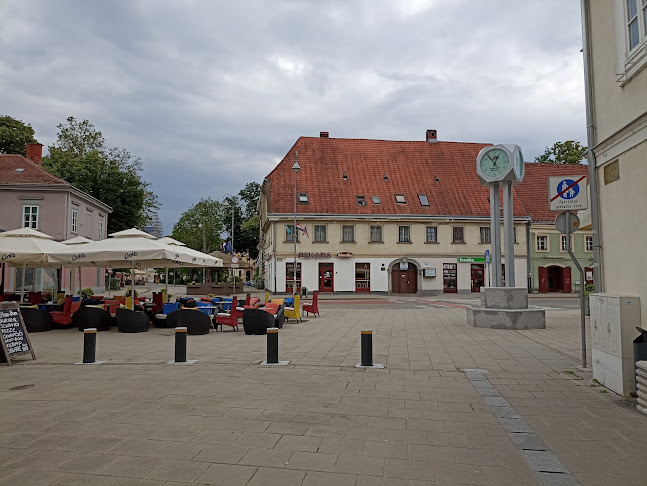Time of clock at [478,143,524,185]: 12:53
